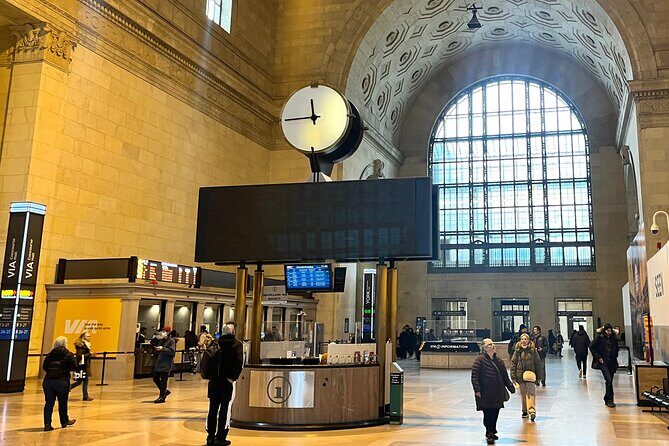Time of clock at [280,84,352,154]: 11:43
